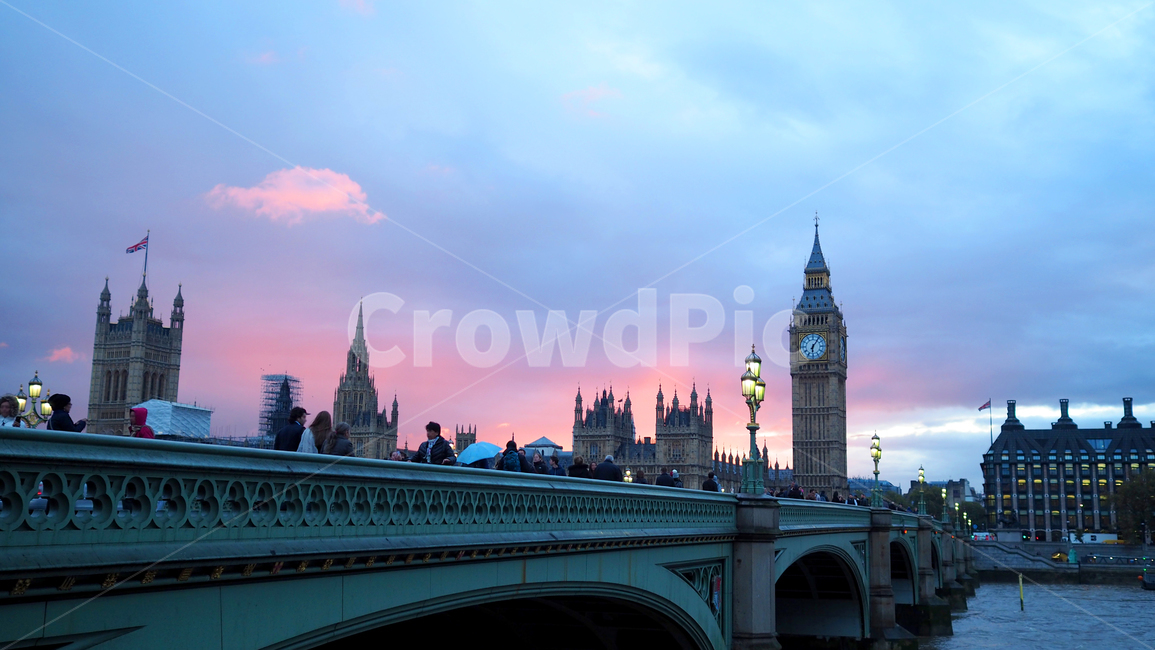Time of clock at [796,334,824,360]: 6:06
